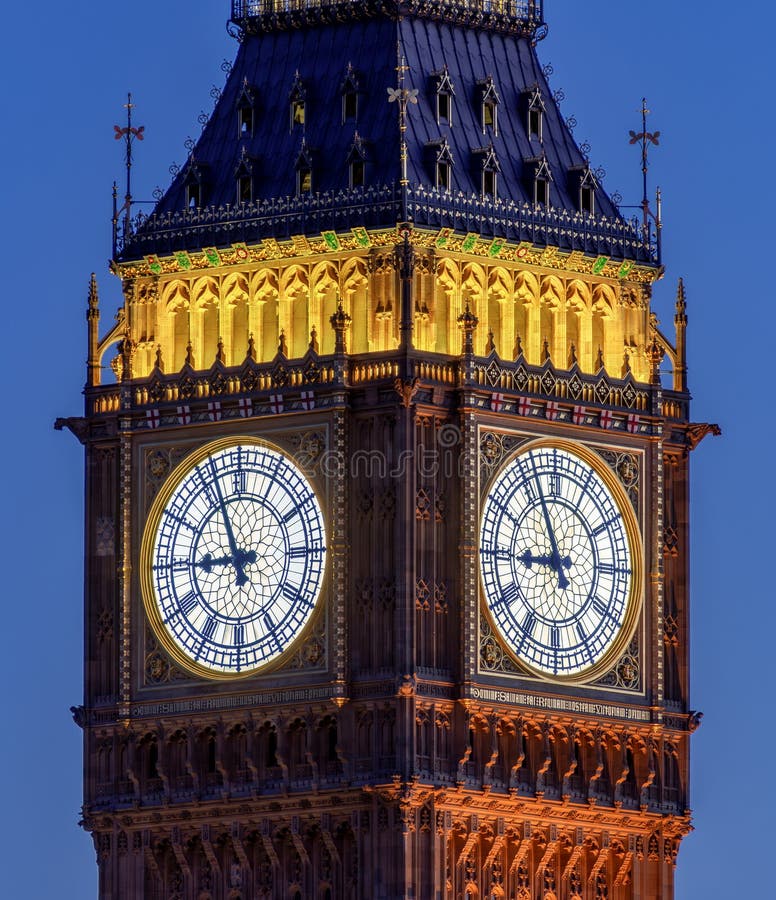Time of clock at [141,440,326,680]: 8:56
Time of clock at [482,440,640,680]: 8:56
